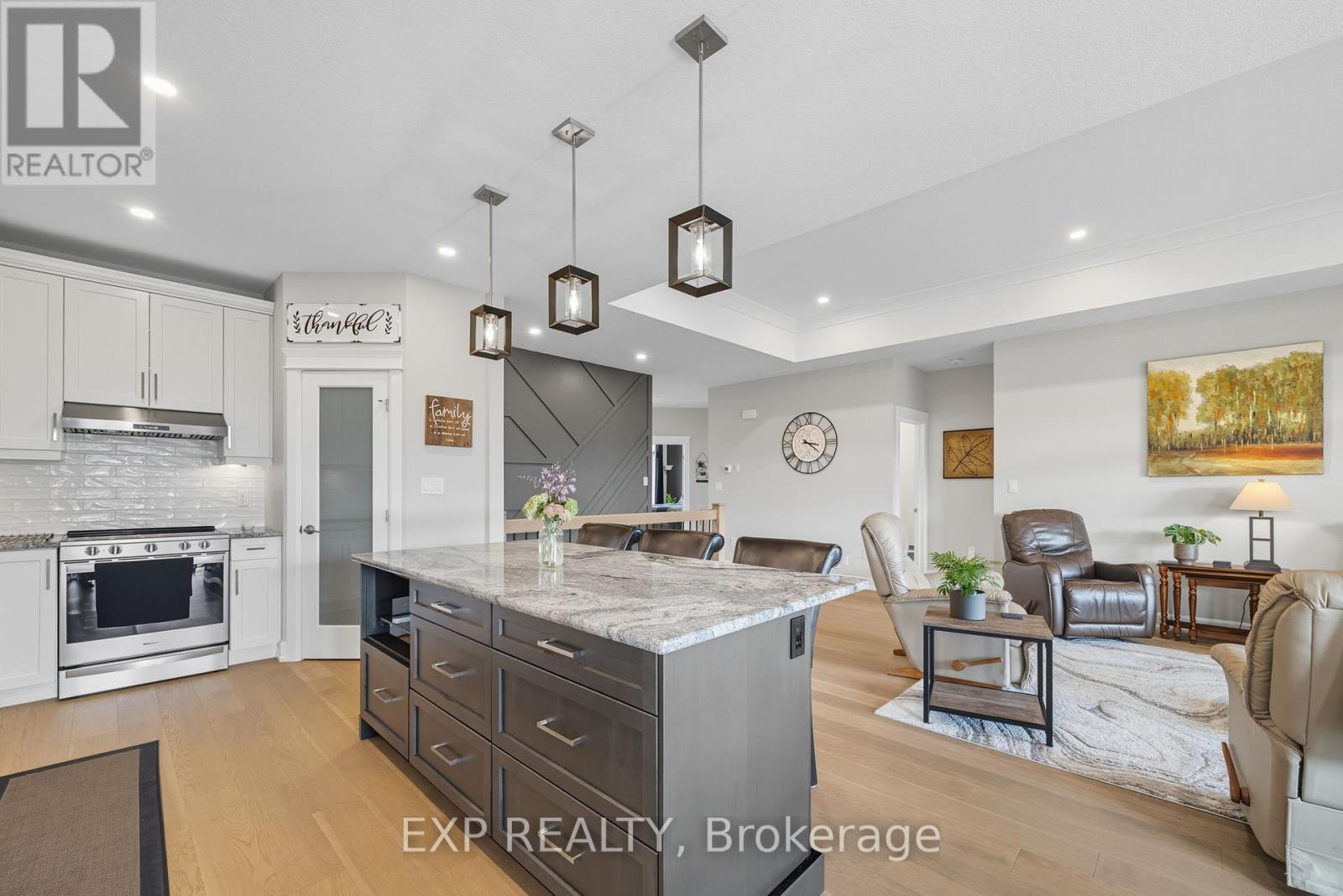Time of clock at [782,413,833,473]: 3:21
